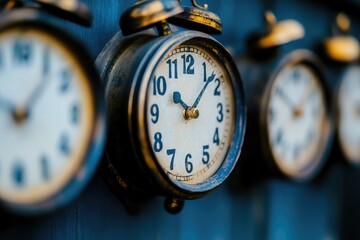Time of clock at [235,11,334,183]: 10:07
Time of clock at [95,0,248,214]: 10:07
